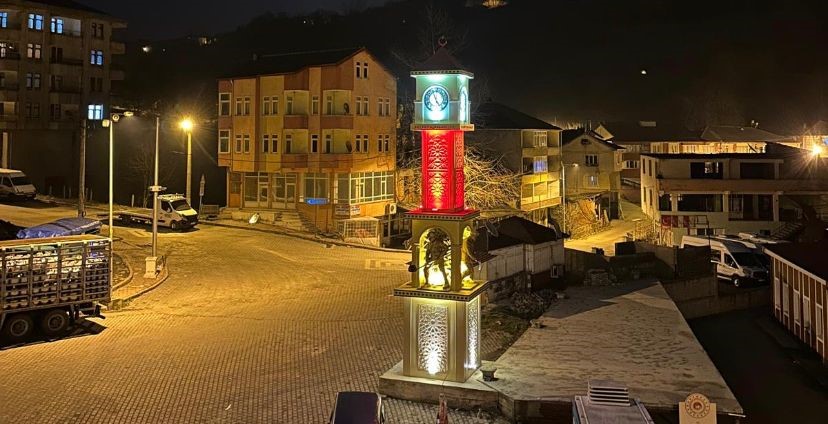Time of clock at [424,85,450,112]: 4:56
